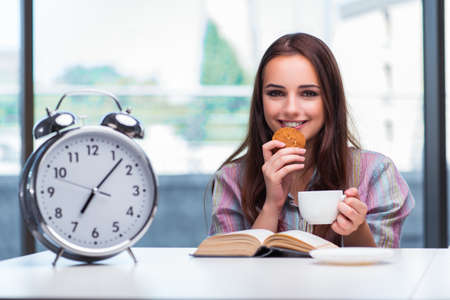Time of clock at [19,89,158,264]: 7:07
